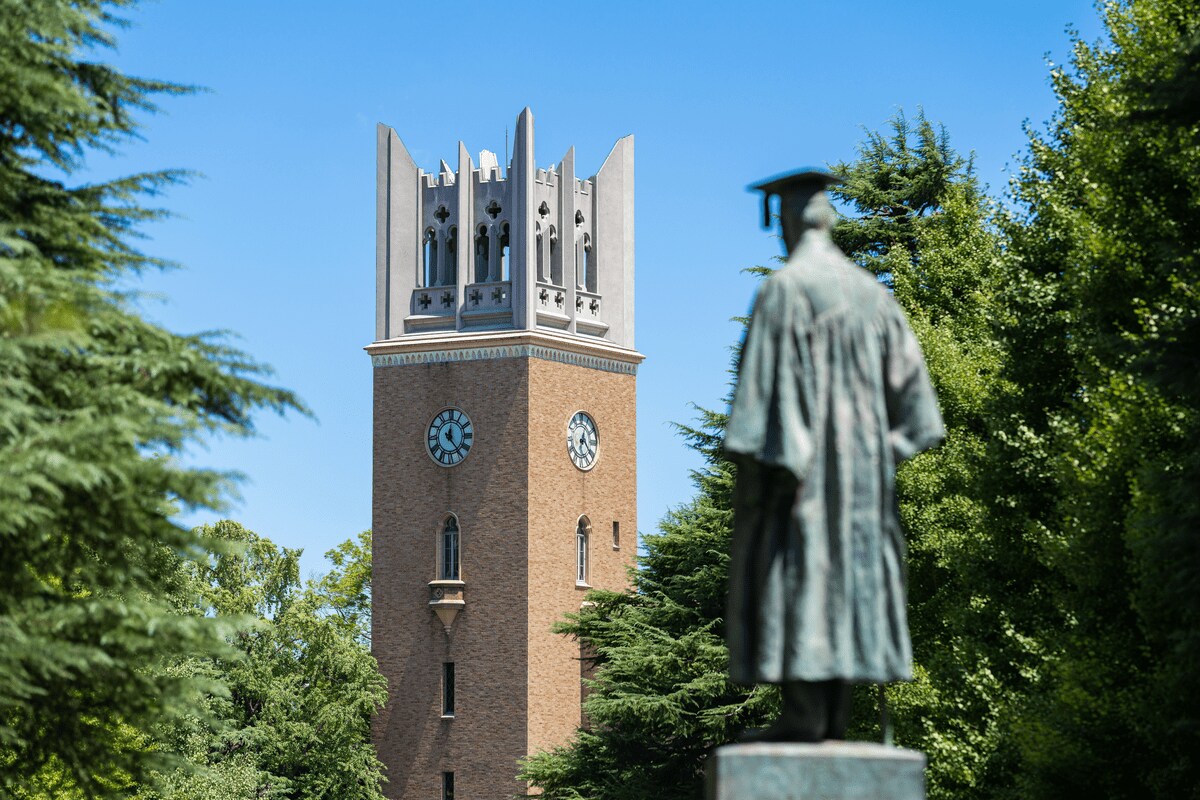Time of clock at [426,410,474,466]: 12:23
